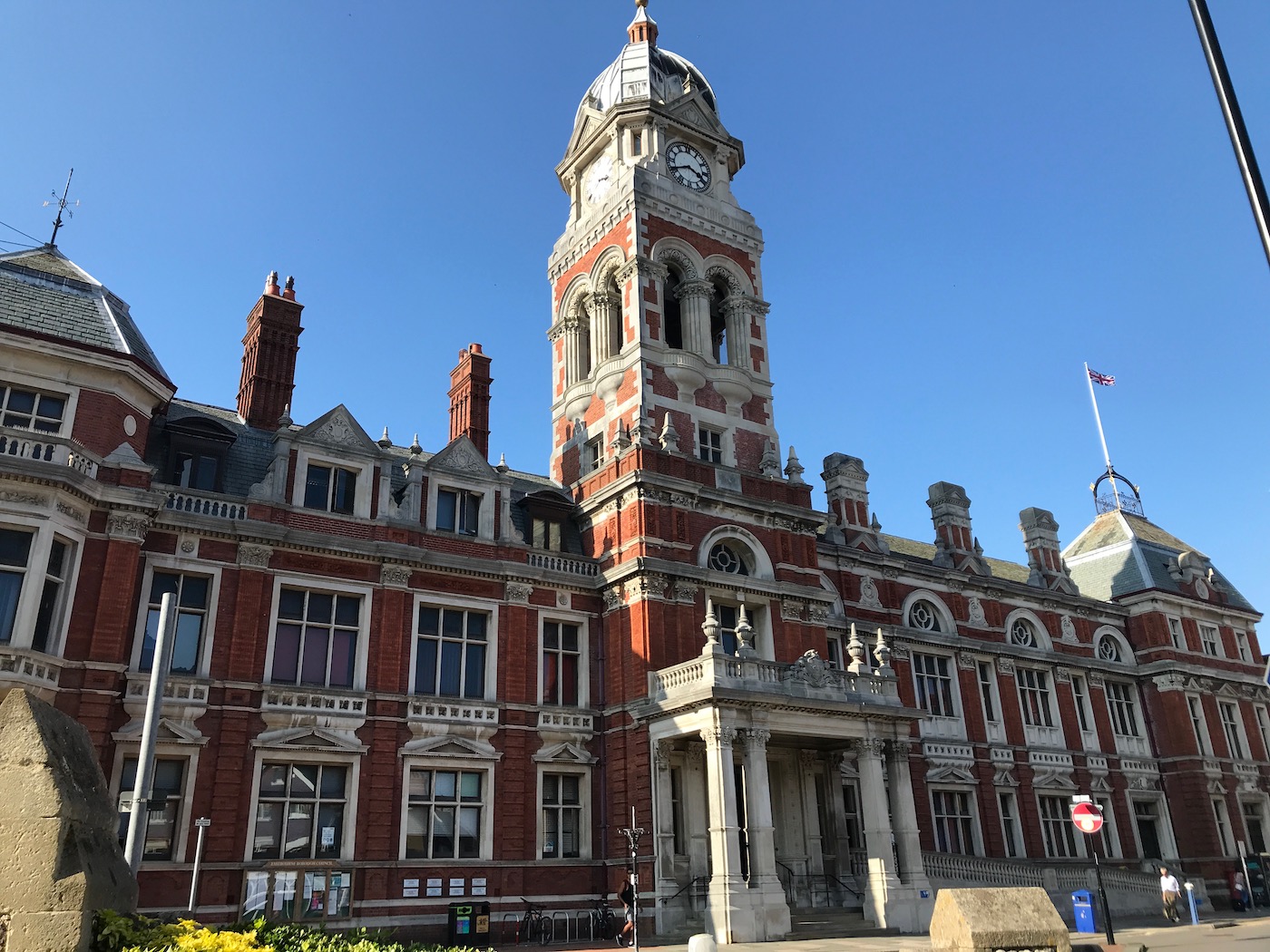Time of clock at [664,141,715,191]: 3:40
